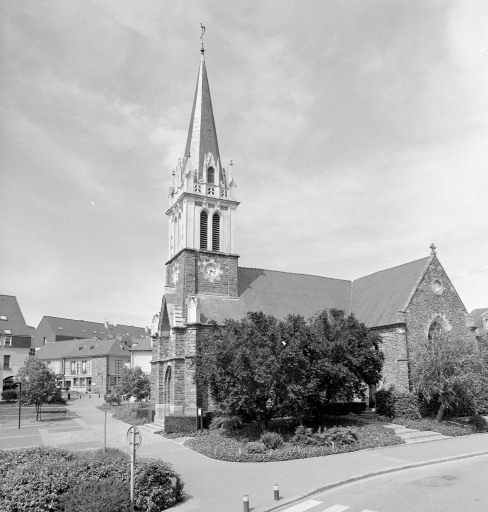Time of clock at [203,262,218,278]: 3:32
